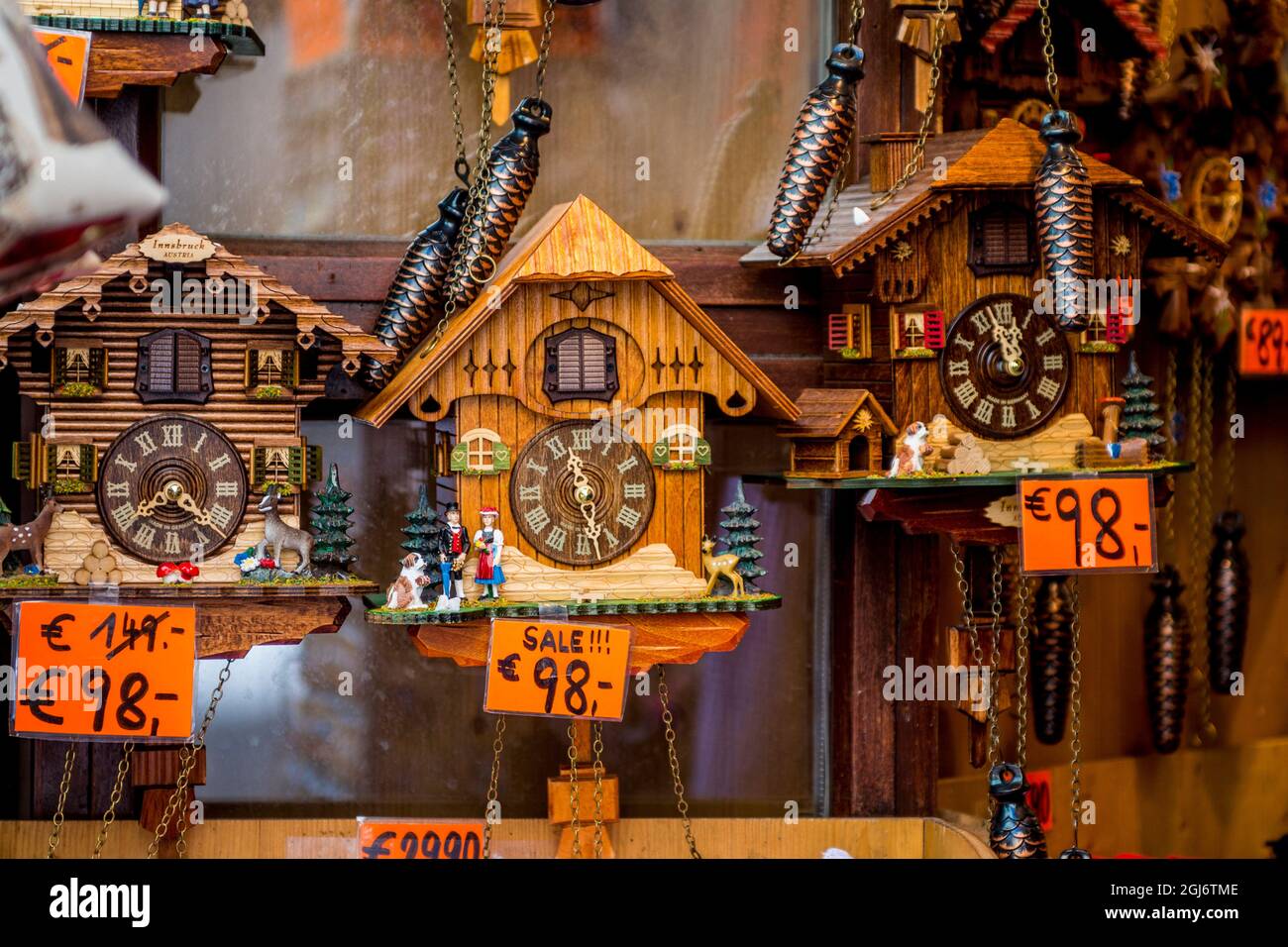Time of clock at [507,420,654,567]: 11:28
